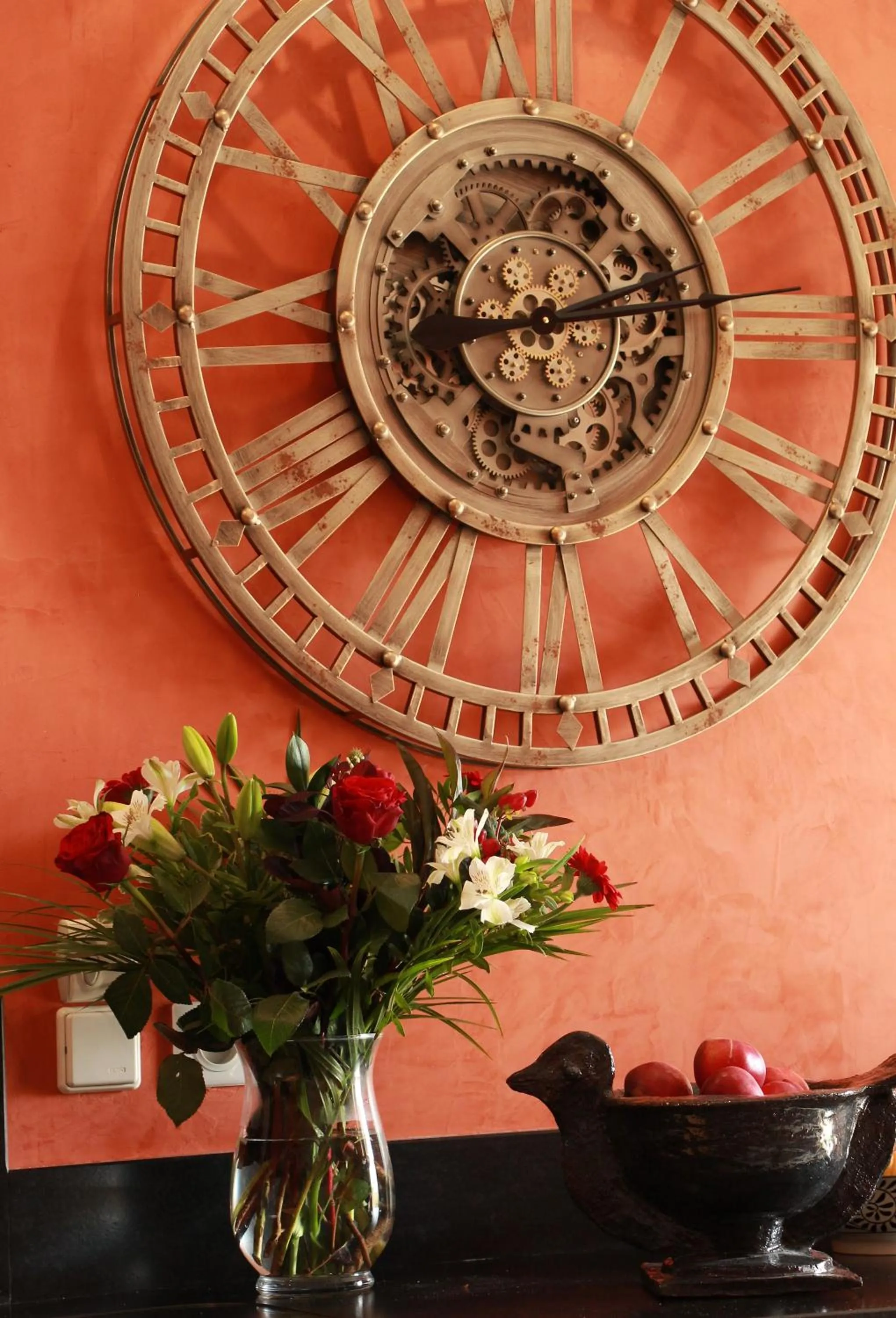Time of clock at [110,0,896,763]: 9:12
